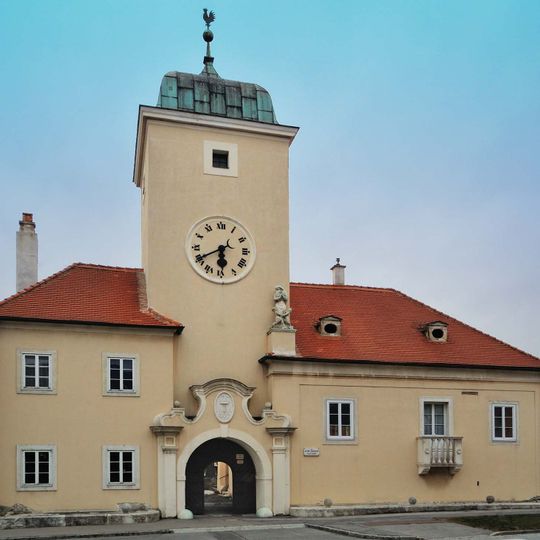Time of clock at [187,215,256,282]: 5:40
